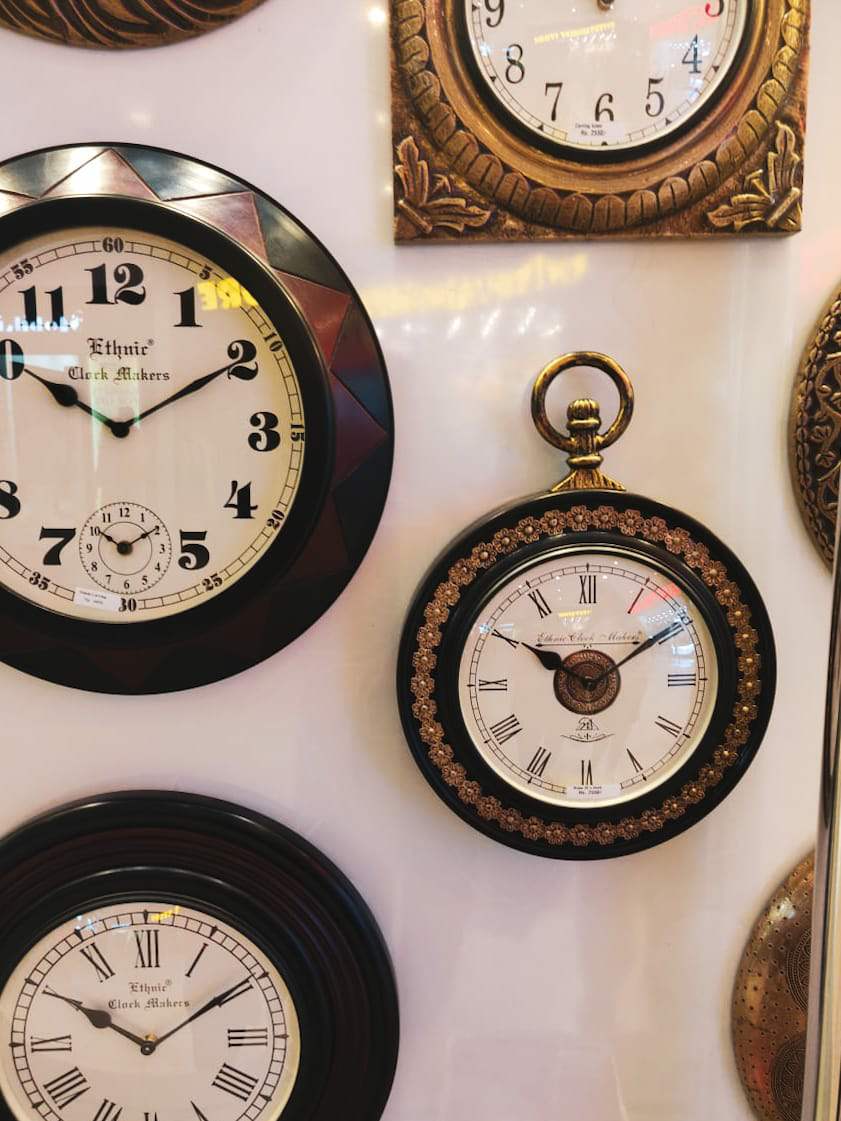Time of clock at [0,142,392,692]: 10:09
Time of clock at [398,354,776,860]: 10:09
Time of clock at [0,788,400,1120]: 10:09
